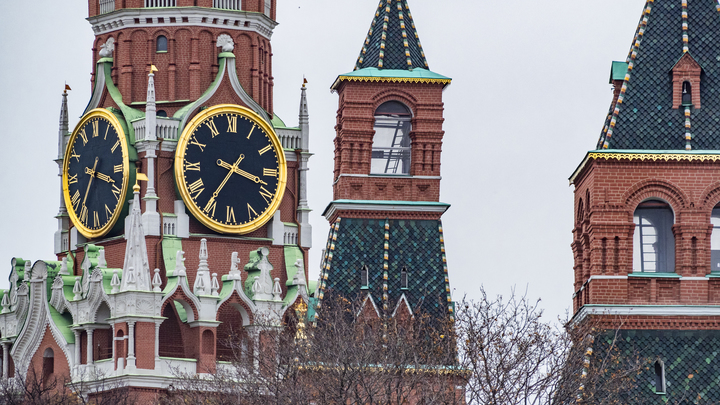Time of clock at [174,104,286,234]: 3:35
